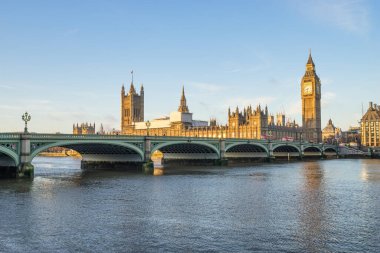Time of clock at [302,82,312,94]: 8:32
